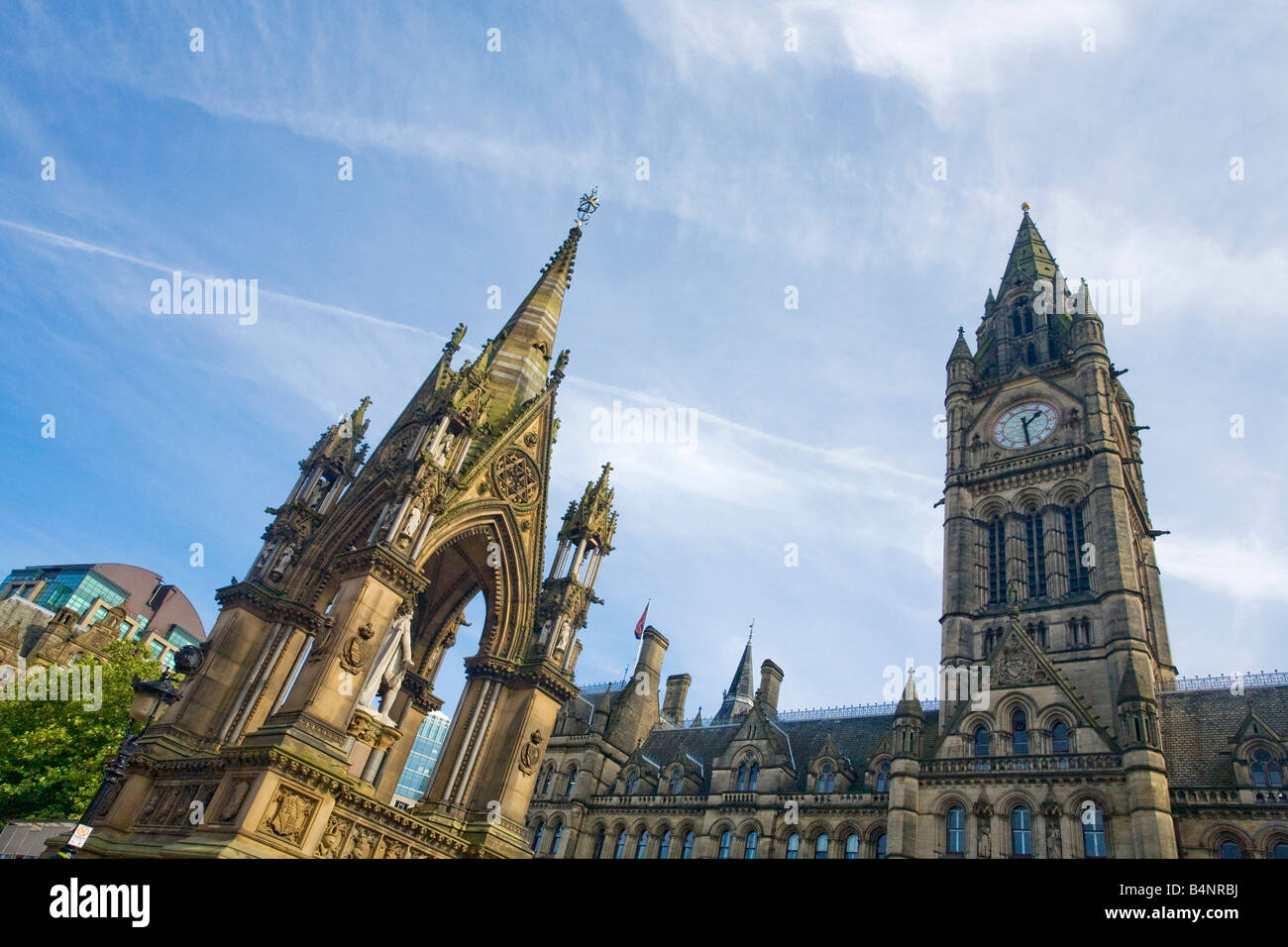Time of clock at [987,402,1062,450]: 1:28
